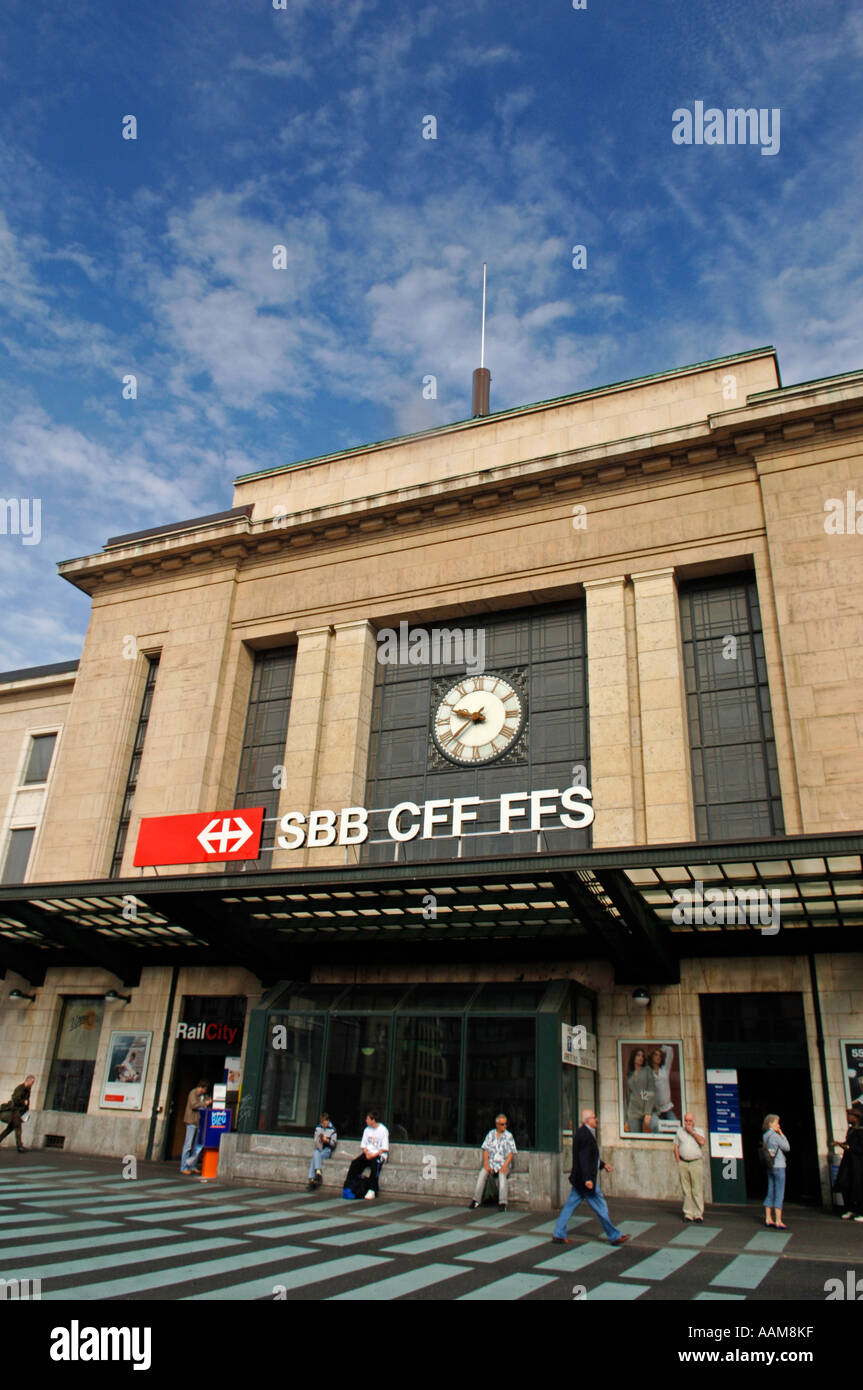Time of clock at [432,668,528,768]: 9:38
